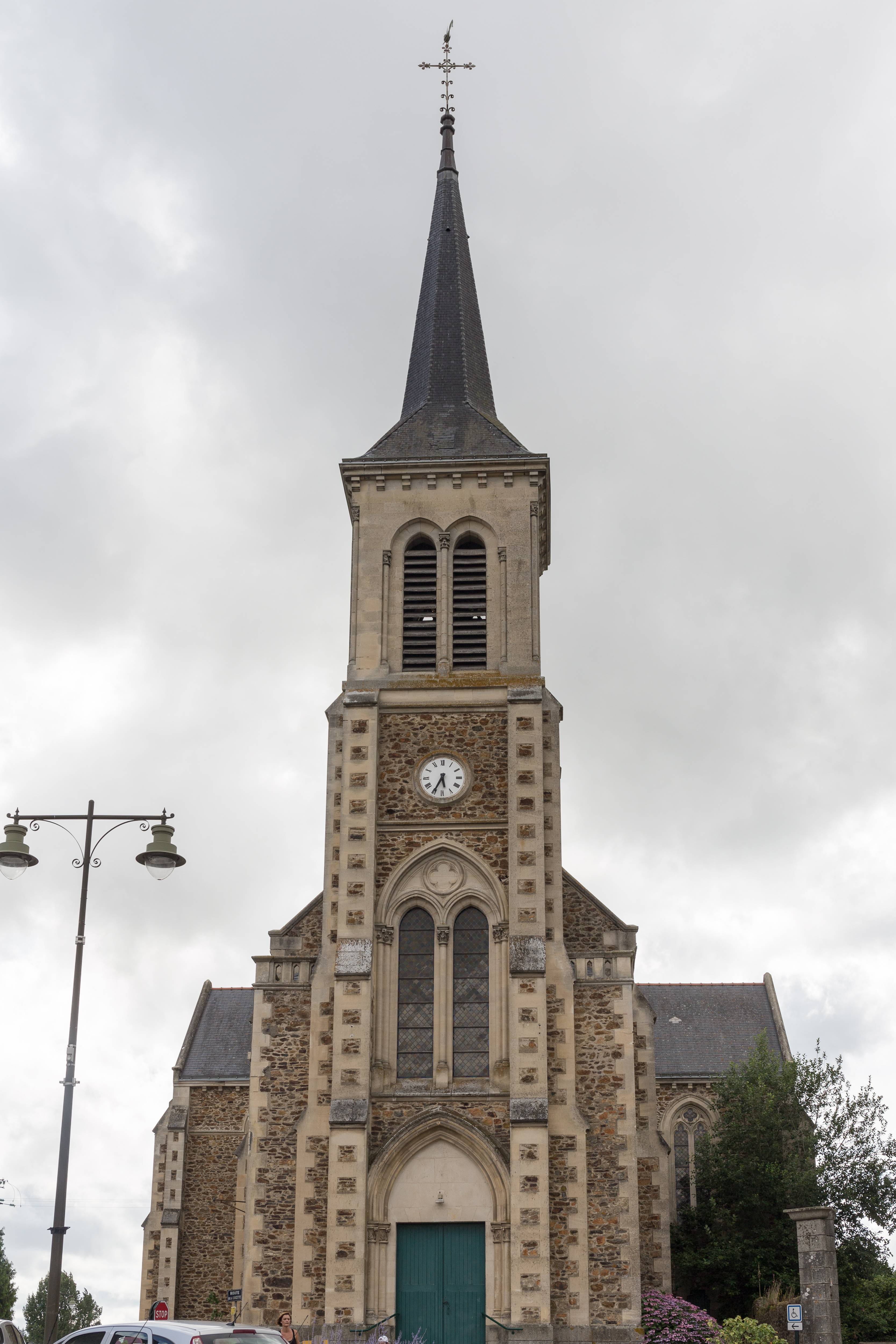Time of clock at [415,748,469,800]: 5:34
